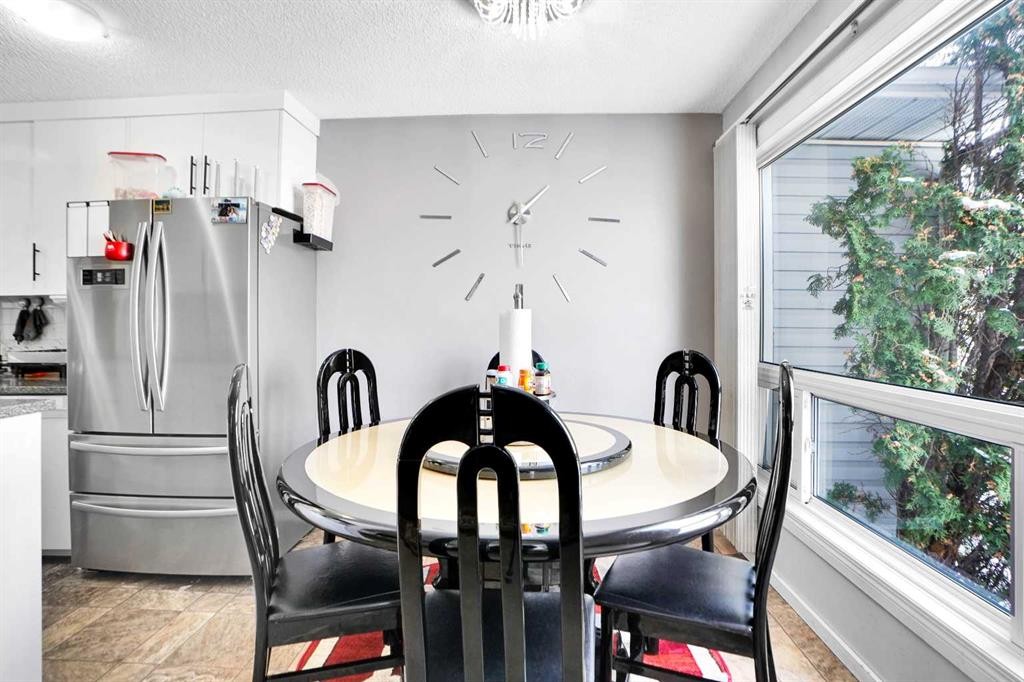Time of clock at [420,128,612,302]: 1:29
